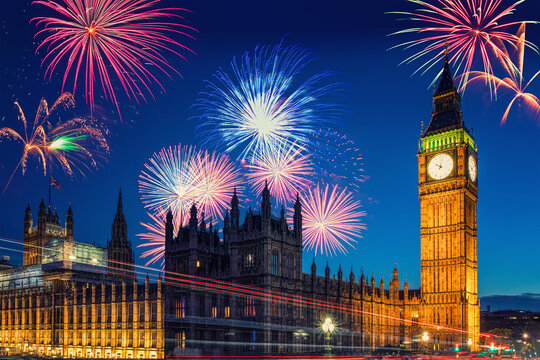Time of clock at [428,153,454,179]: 10:02
